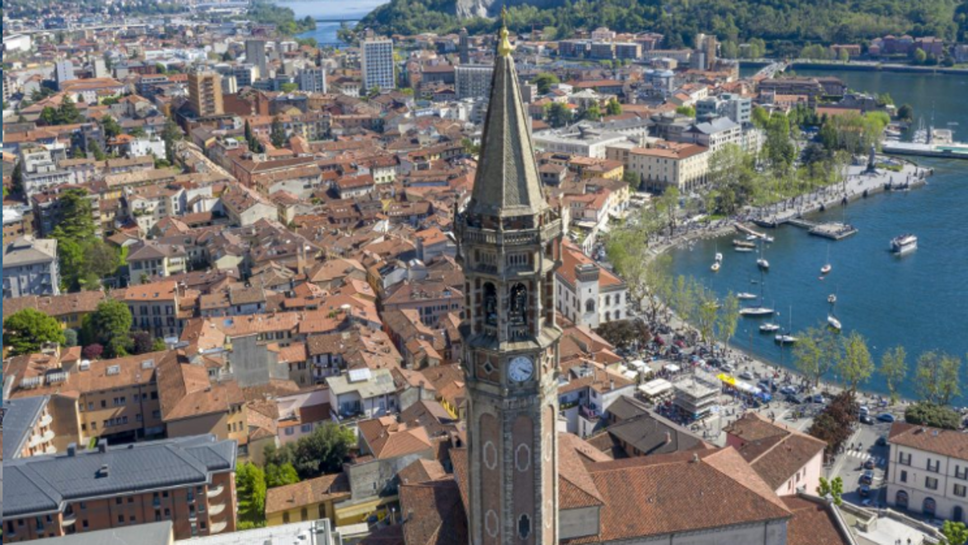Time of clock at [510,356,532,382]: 4:18
